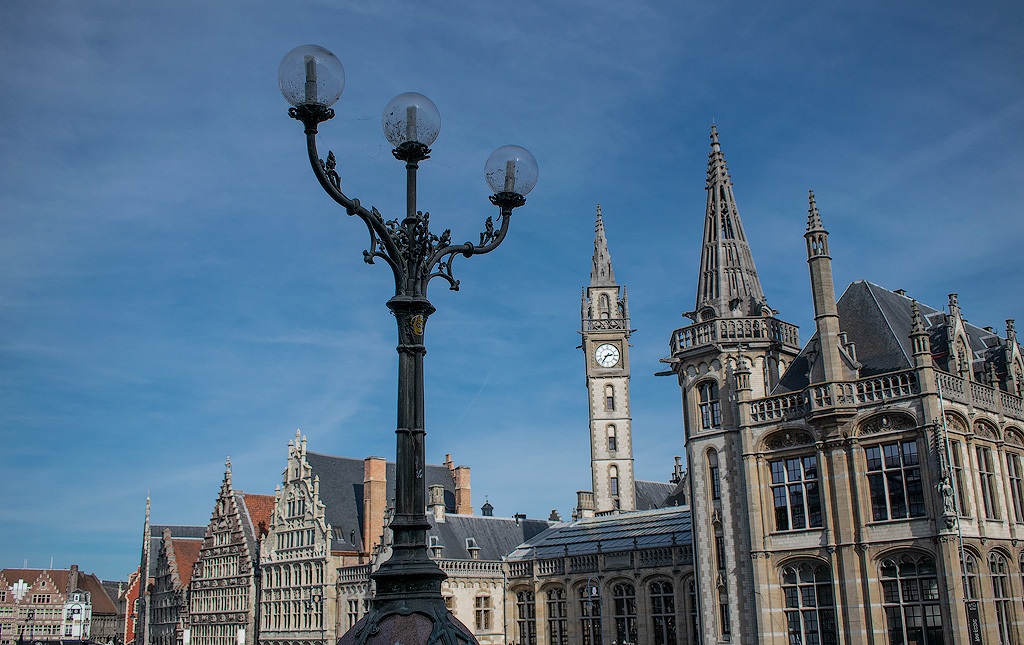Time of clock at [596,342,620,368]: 2:36
